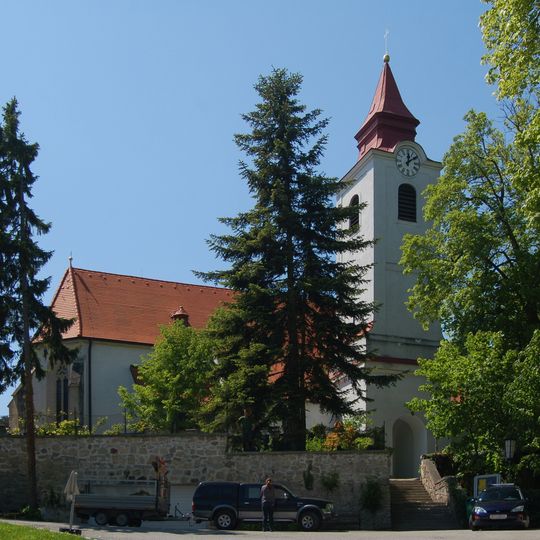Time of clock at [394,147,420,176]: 12:09
